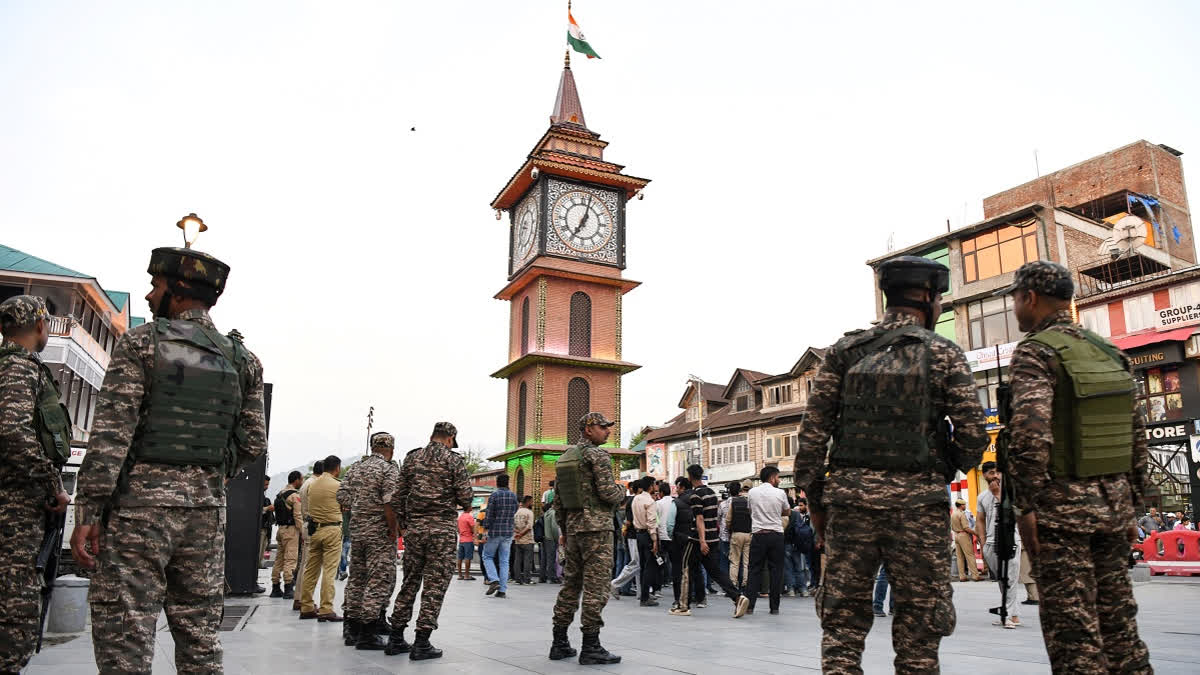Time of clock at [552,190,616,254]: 7:02
